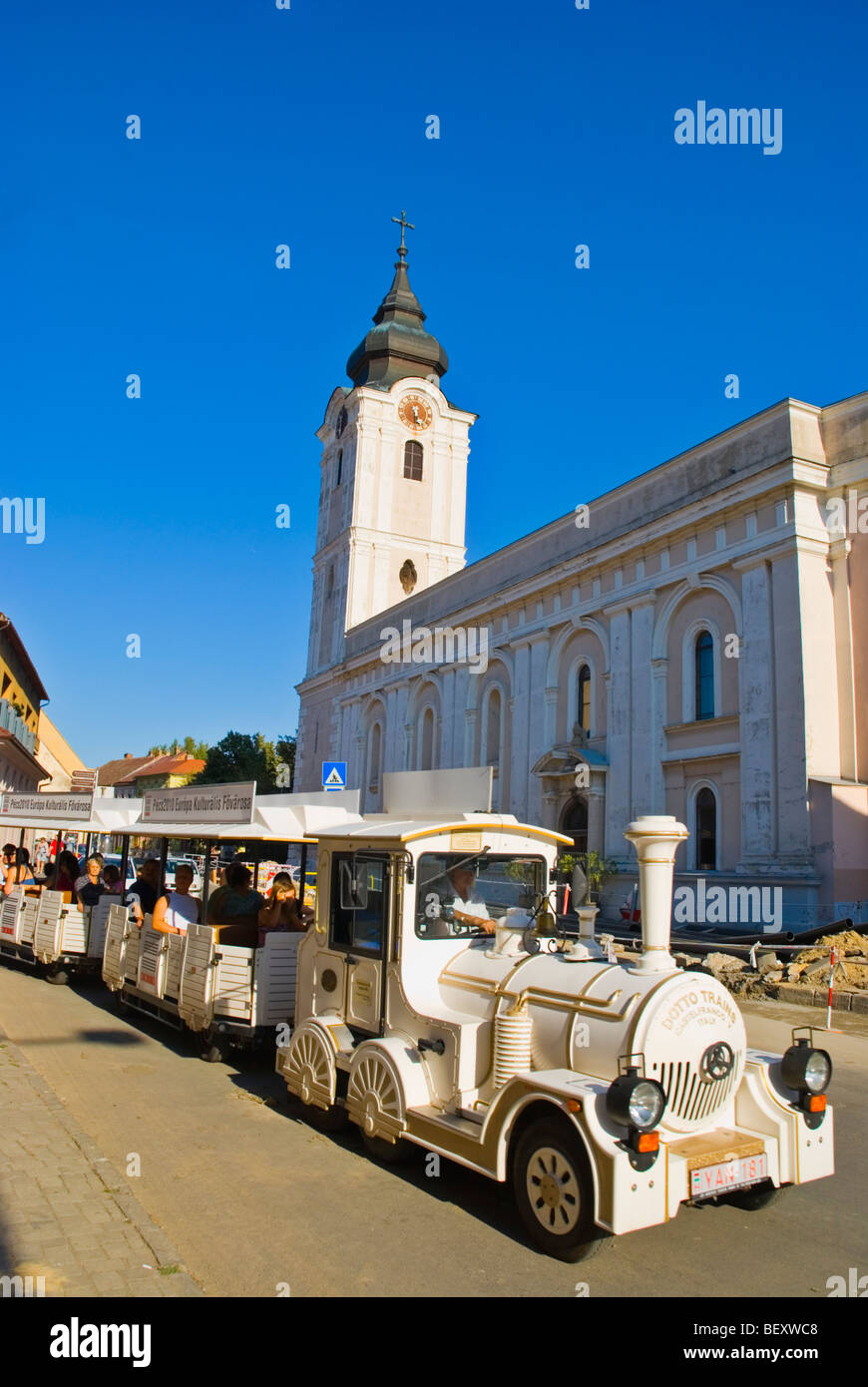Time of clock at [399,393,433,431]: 5:30
